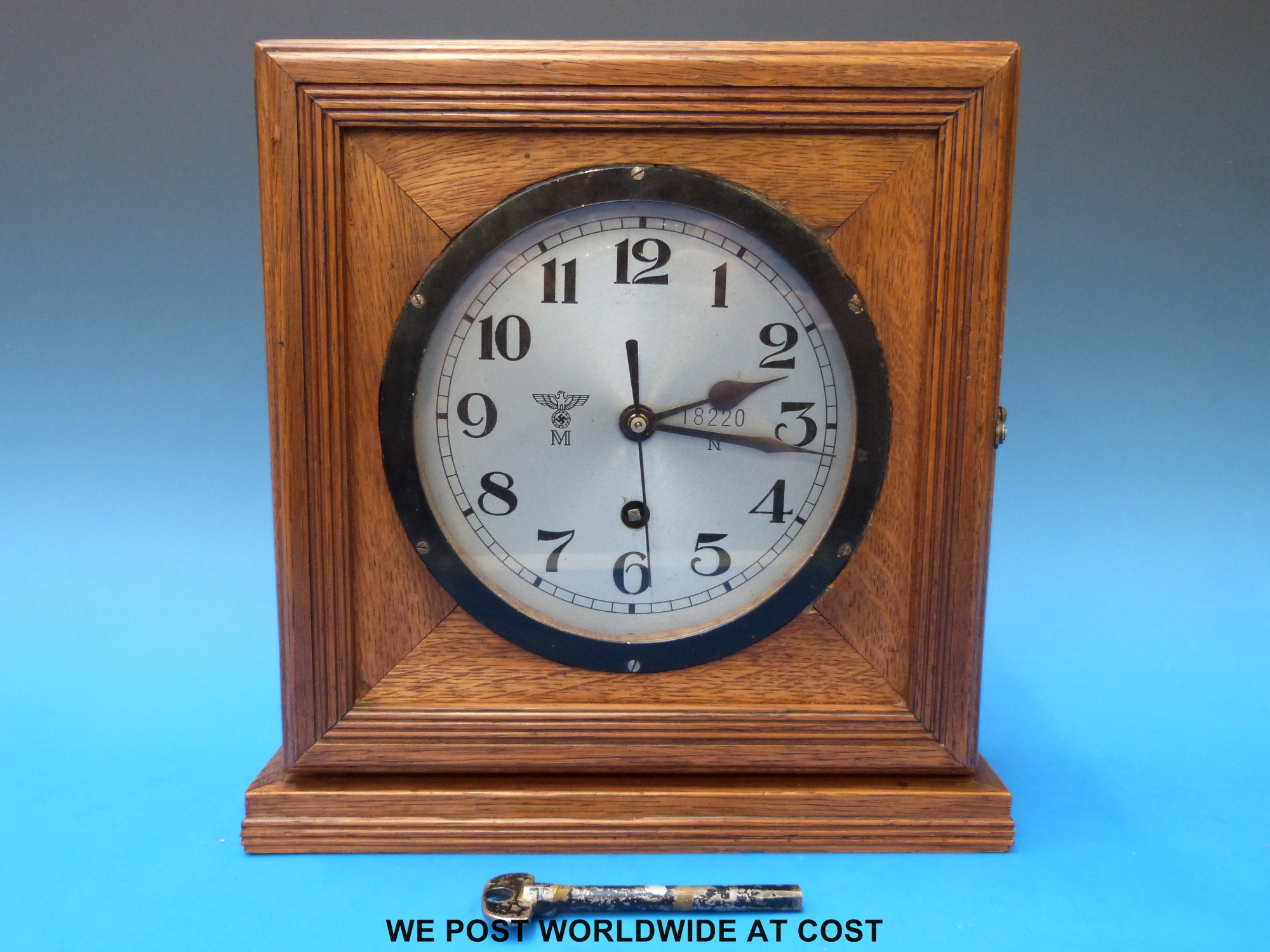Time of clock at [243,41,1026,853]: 2:16
